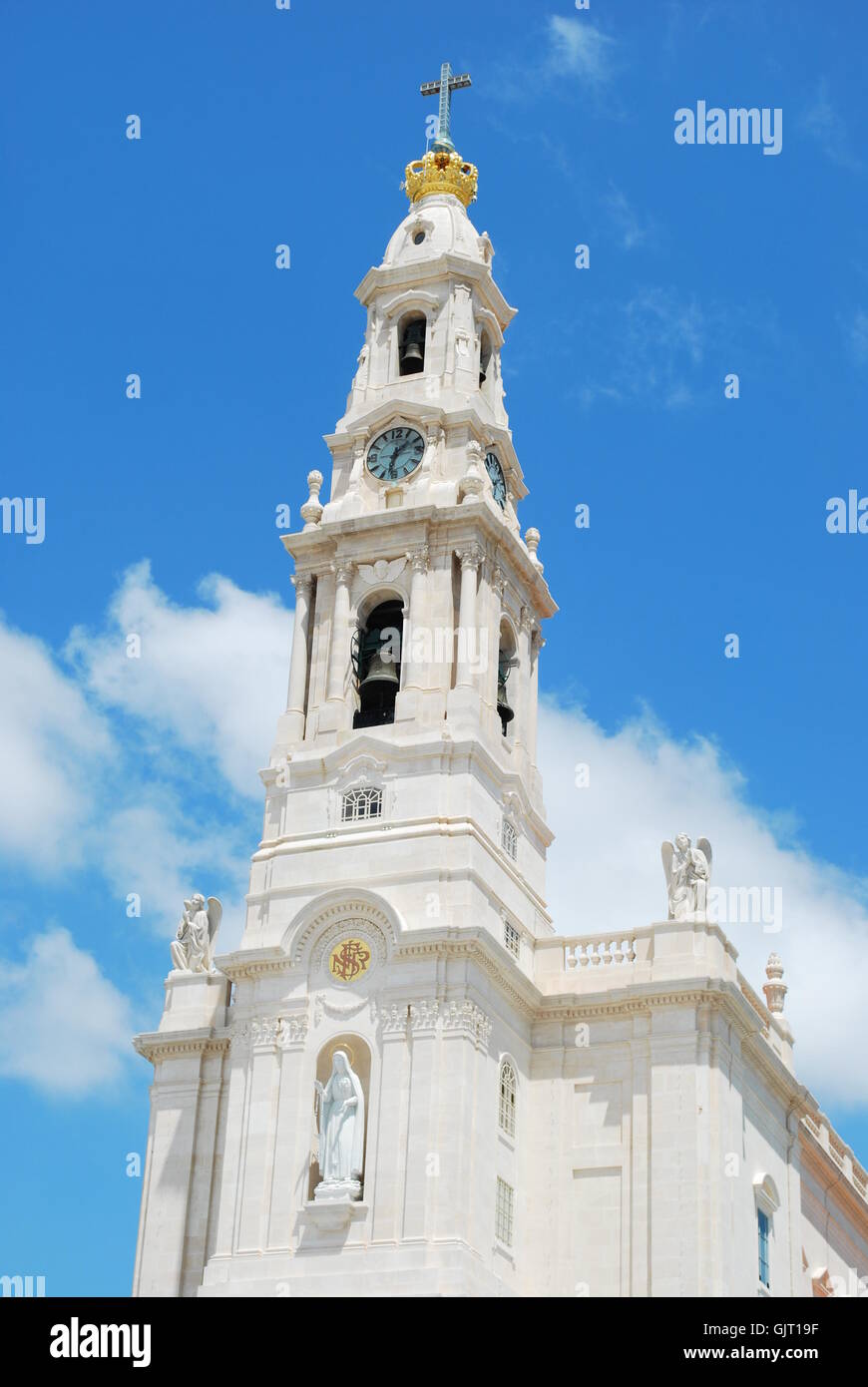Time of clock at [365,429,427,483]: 1:32
